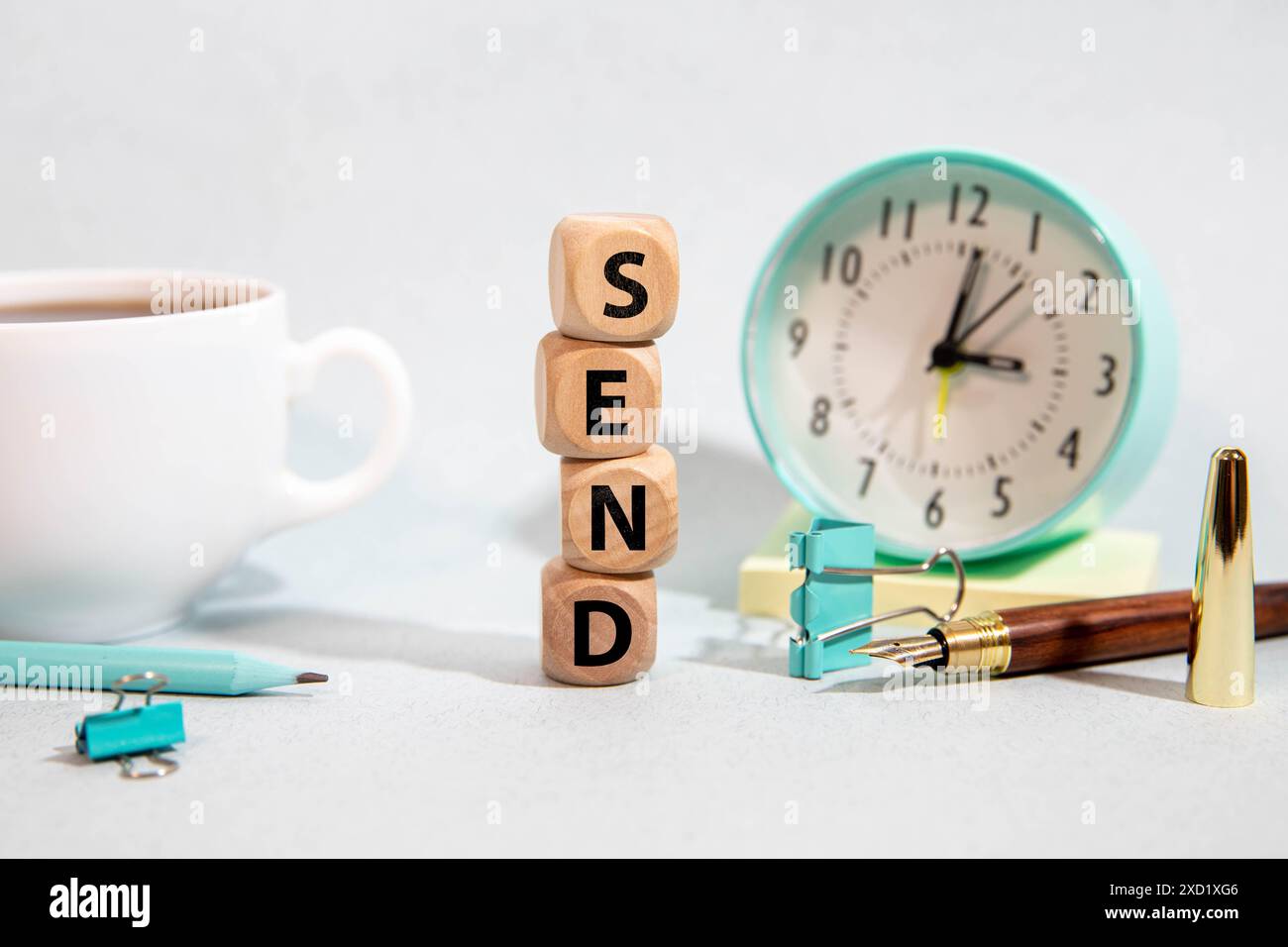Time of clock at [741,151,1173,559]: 3:01
